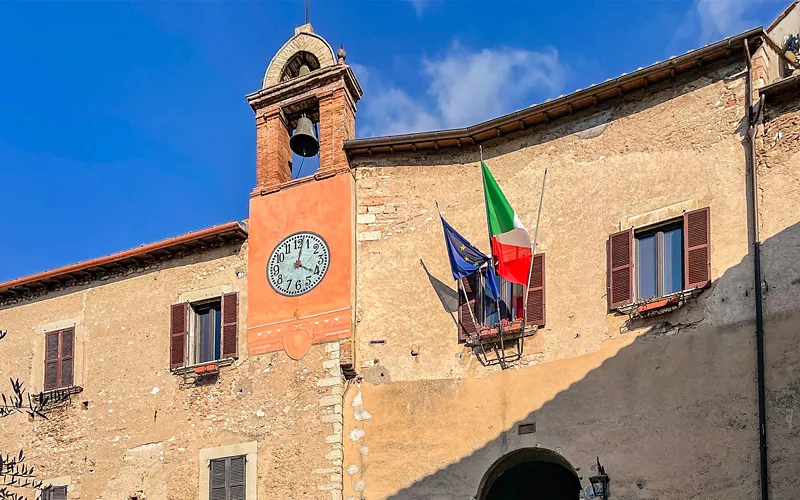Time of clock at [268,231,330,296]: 4:02
